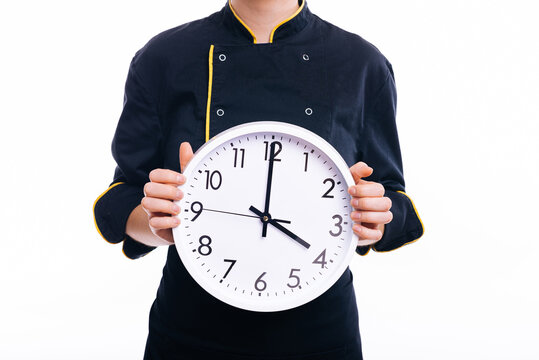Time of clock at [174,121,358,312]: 4:00
